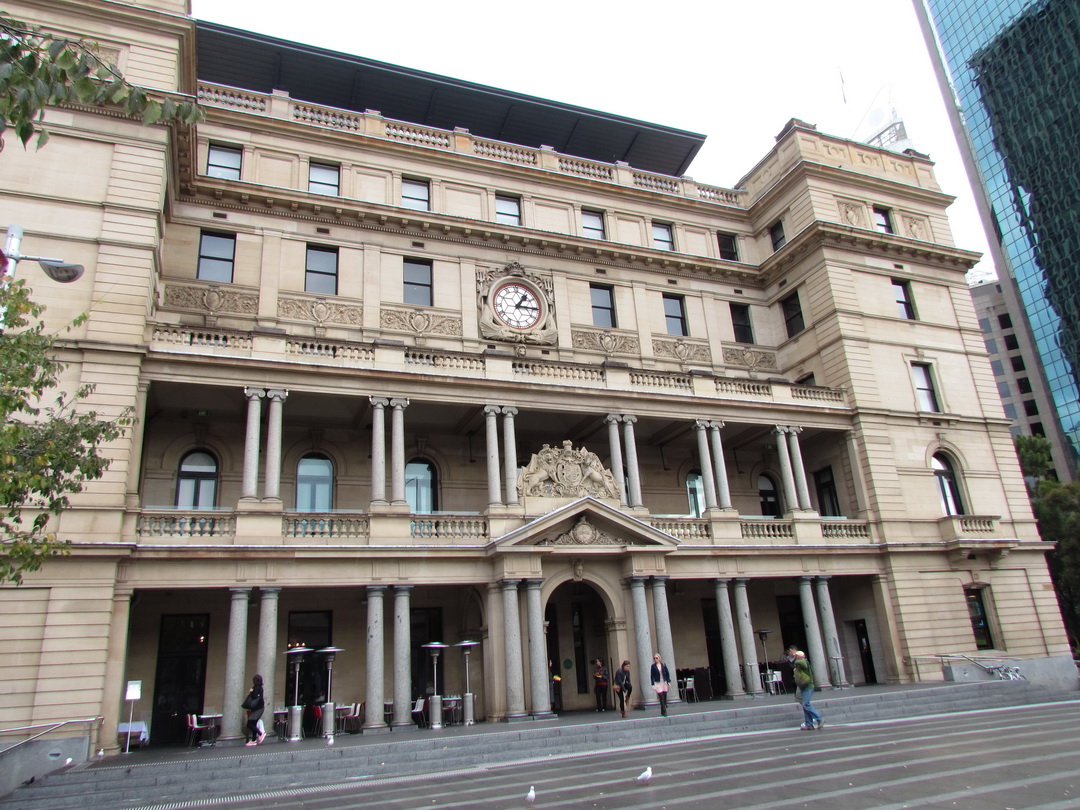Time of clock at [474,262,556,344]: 1:15
